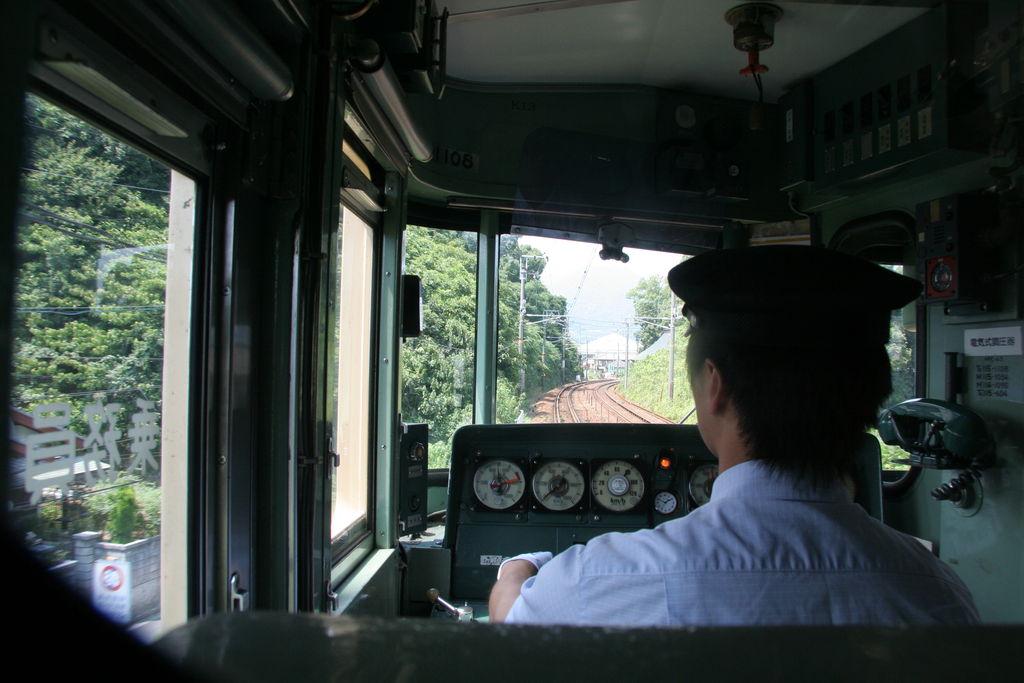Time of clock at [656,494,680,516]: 1:50
